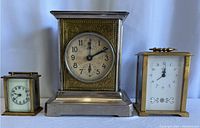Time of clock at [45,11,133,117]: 12:10
